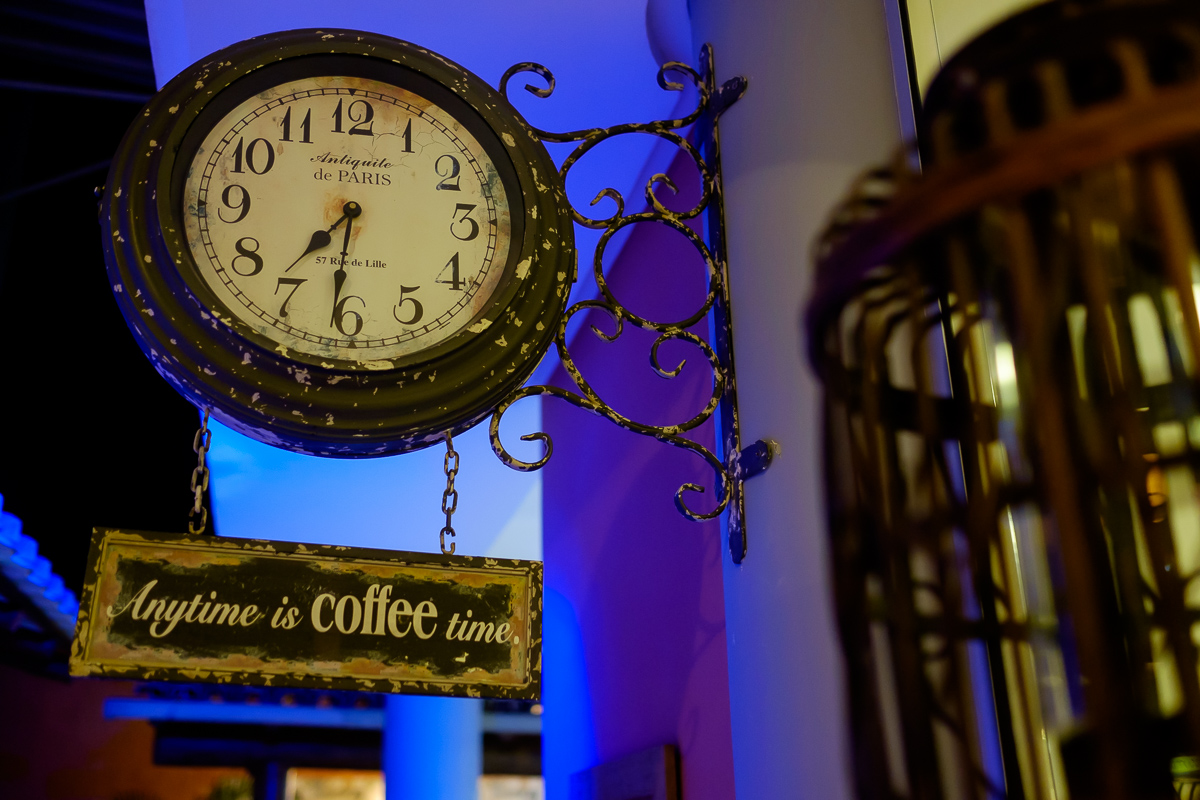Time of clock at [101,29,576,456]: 7:30
